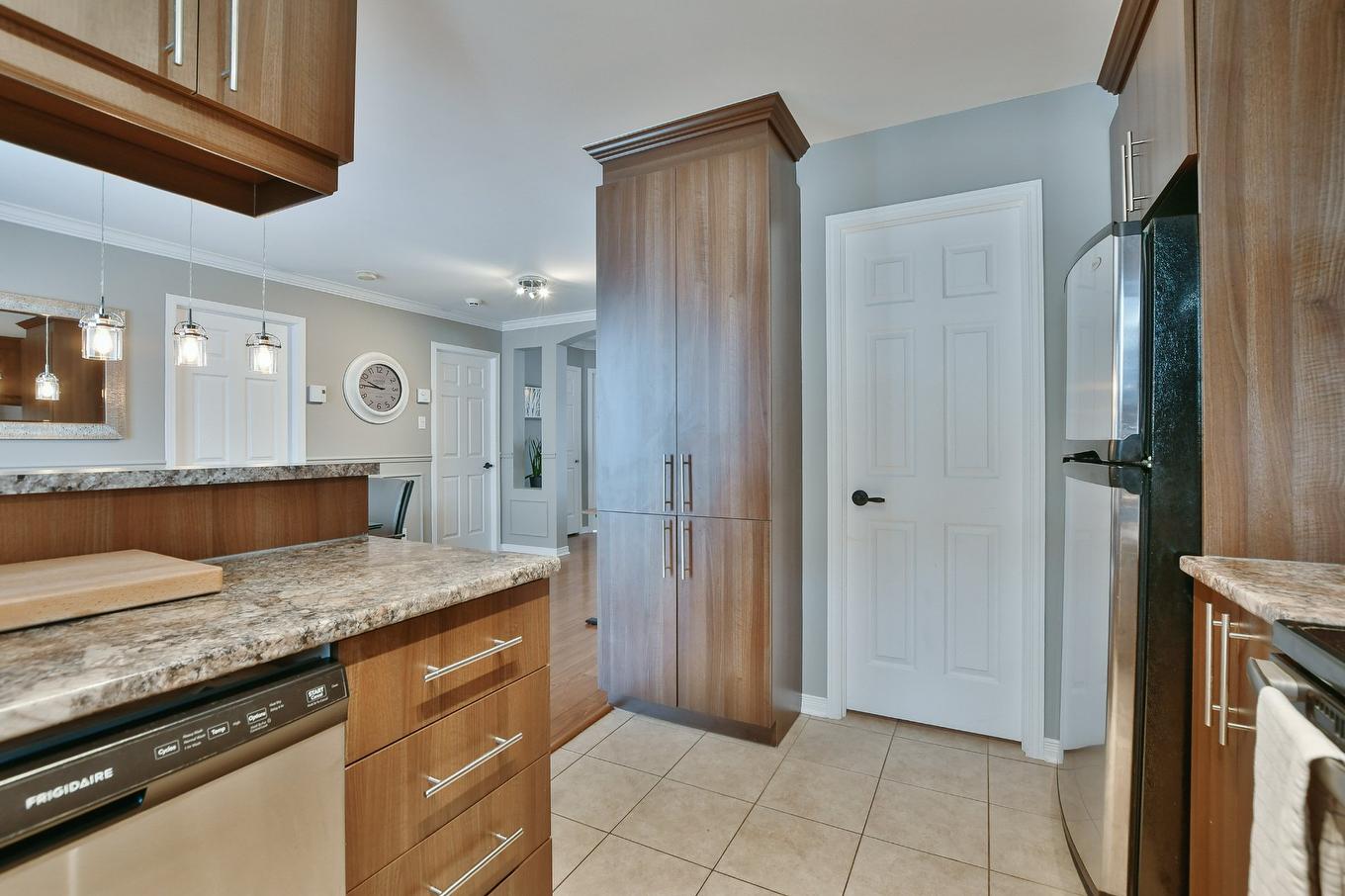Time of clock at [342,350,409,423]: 9:45
